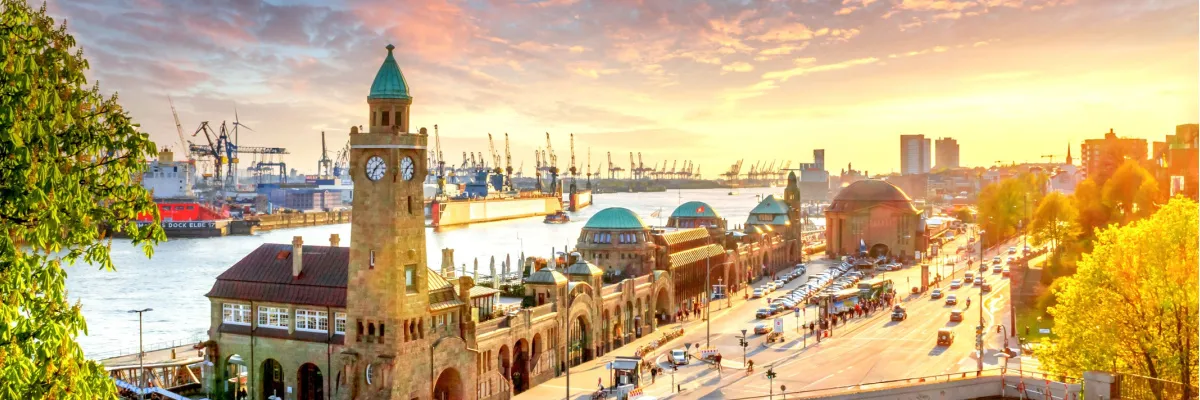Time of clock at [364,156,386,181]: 7:08
